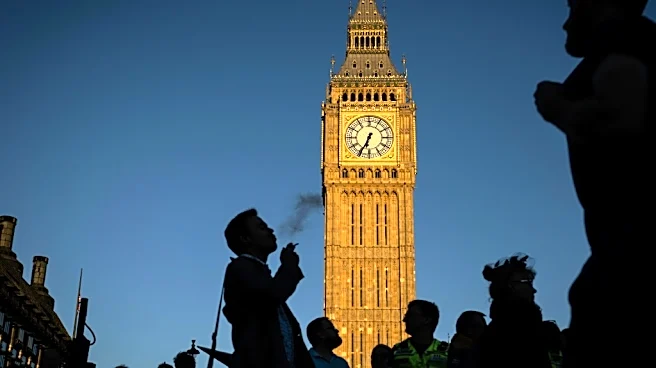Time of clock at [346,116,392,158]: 6:34
